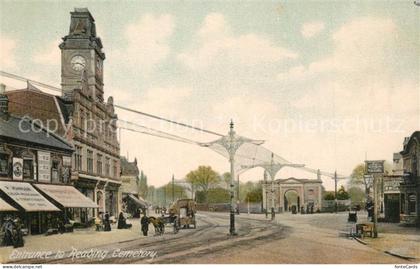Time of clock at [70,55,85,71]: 3:43
